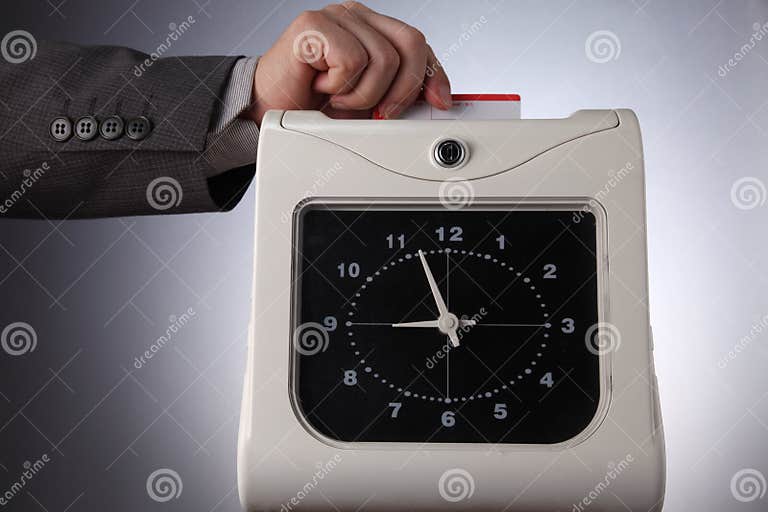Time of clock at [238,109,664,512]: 8:57
